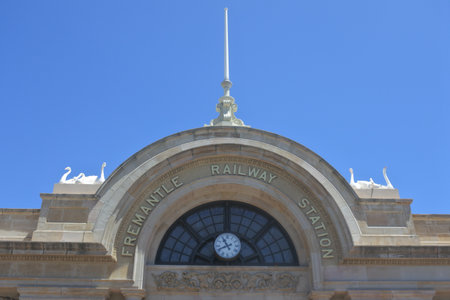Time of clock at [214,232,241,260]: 10:41
